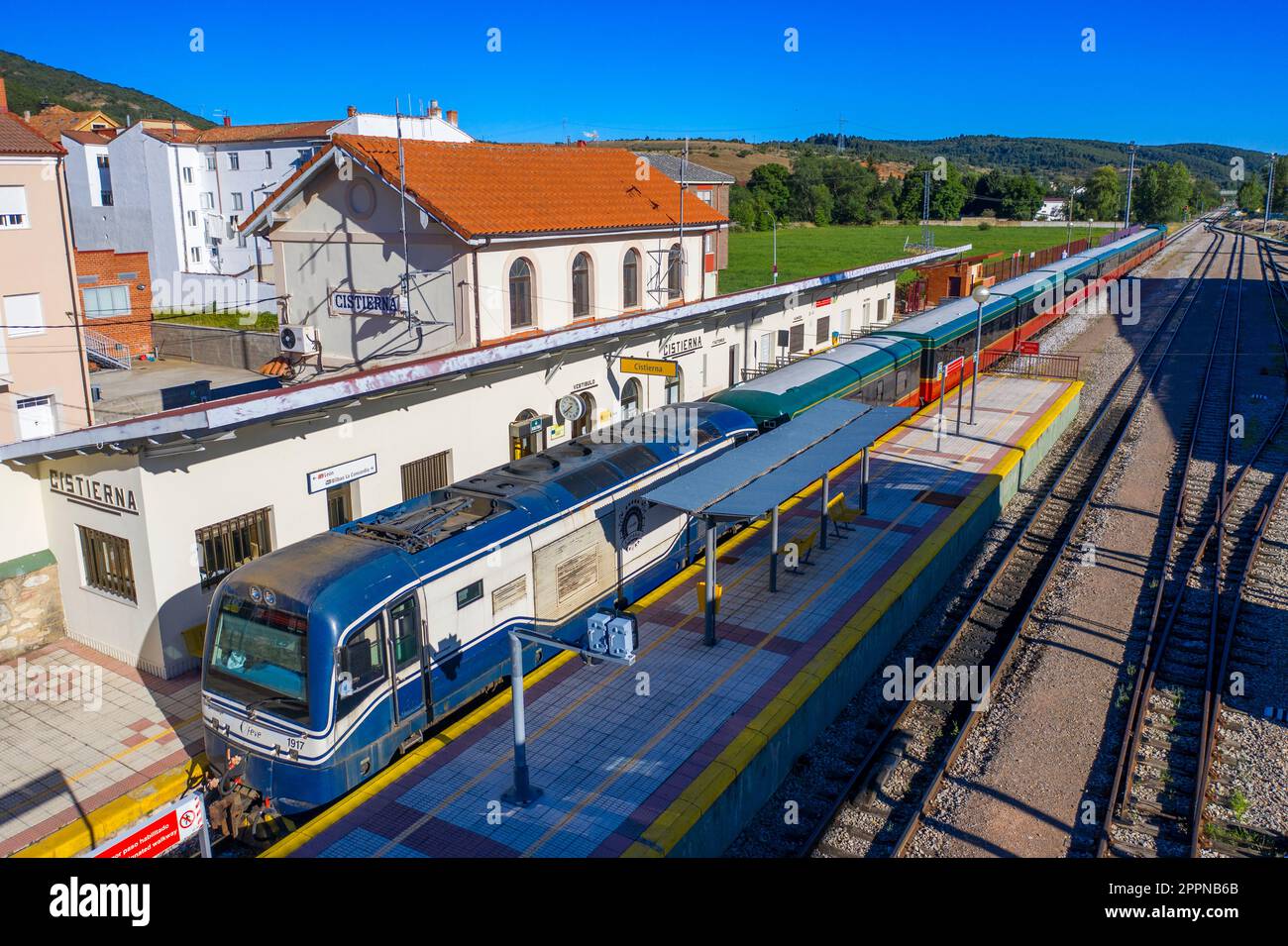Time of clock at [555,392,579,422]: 7:37
